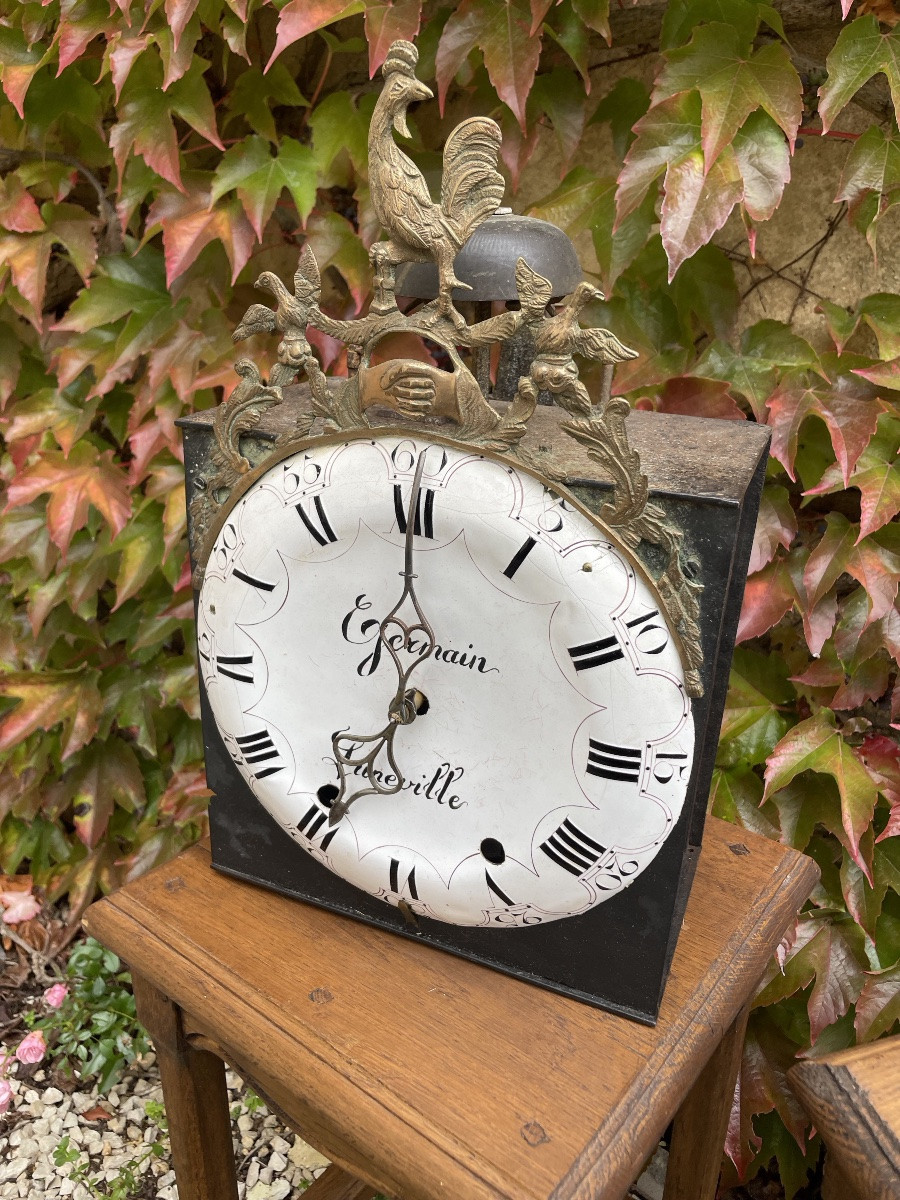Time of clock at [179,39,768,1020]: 6:58
